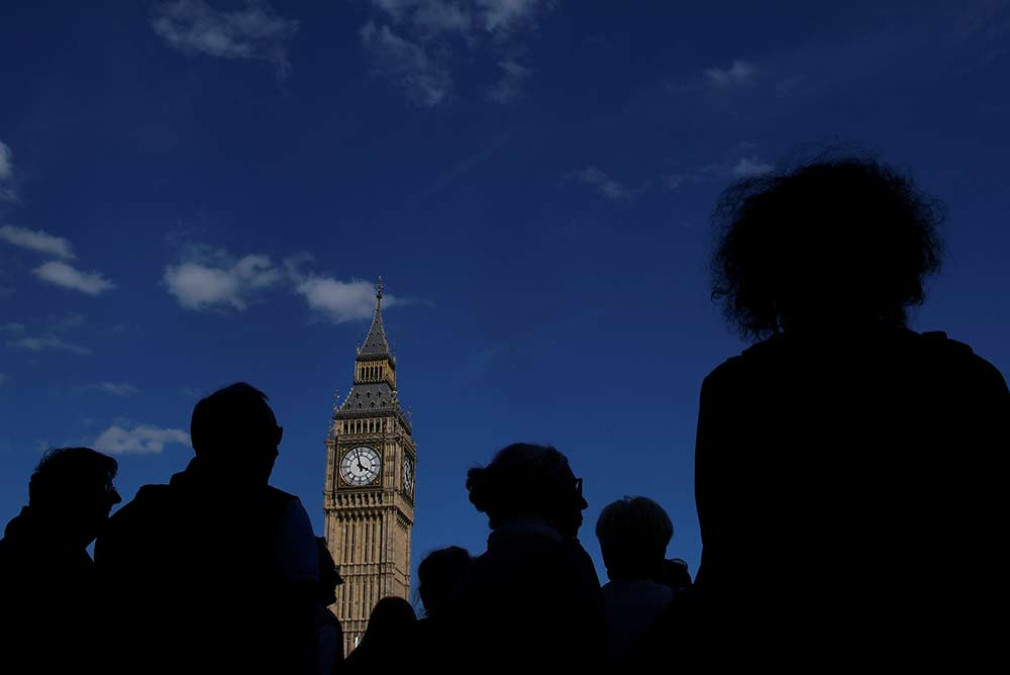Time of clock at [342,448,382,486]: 3:57
